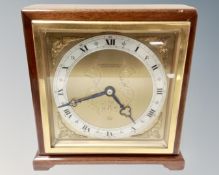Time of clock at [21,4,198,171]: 4:42
